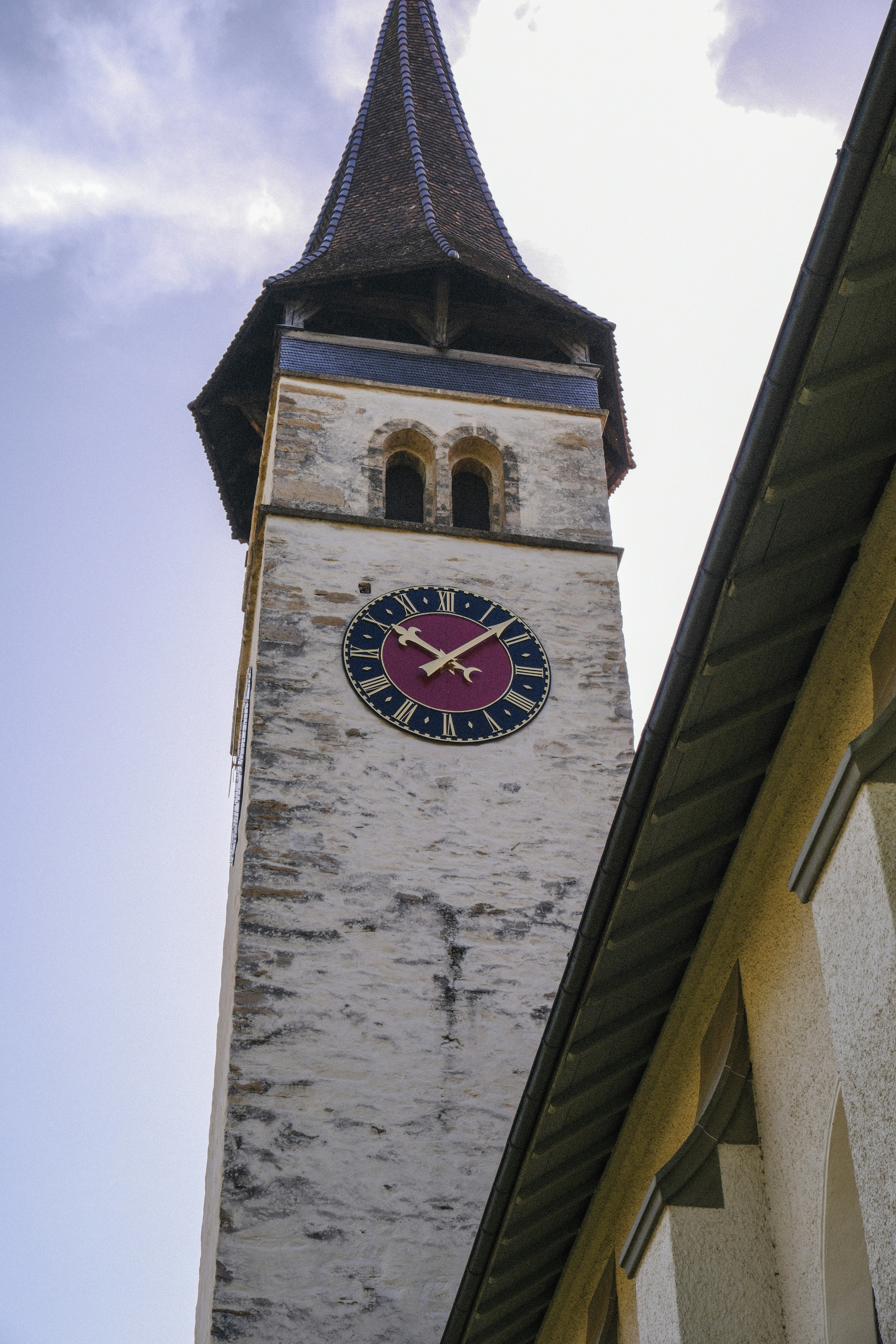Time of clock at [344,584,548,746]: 10:07
